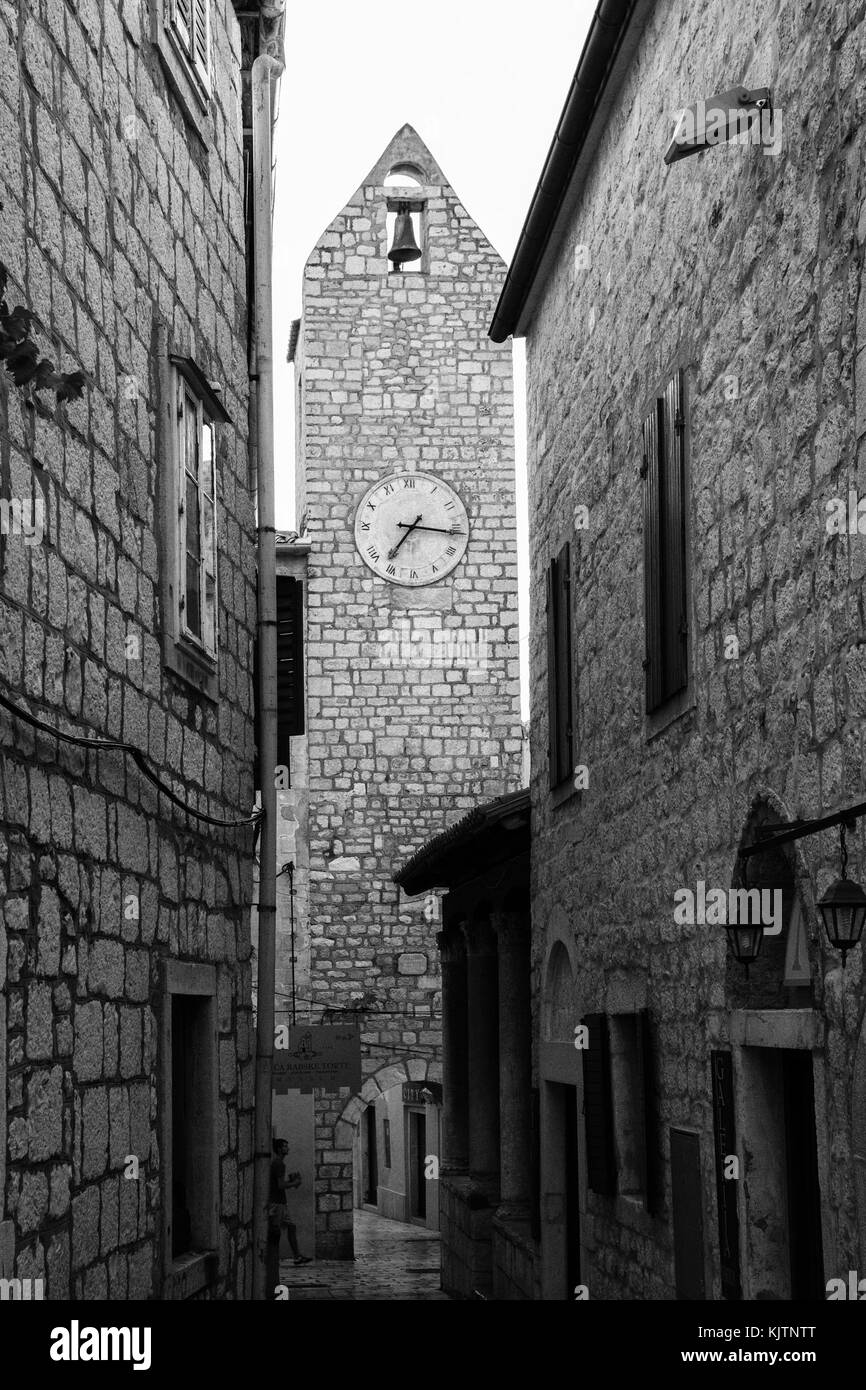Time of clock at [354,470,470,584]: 7:16
